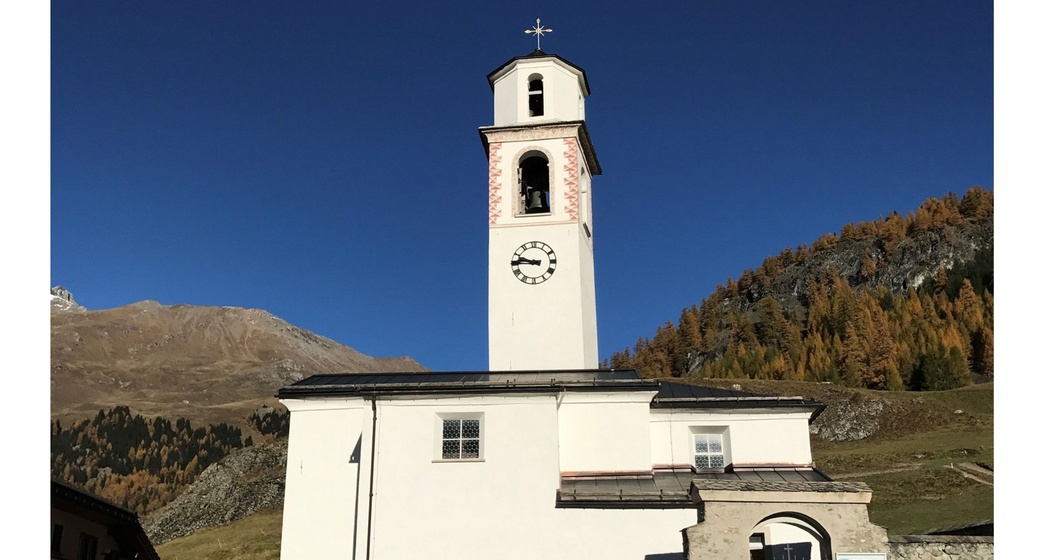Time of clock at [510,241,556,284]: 9:45
